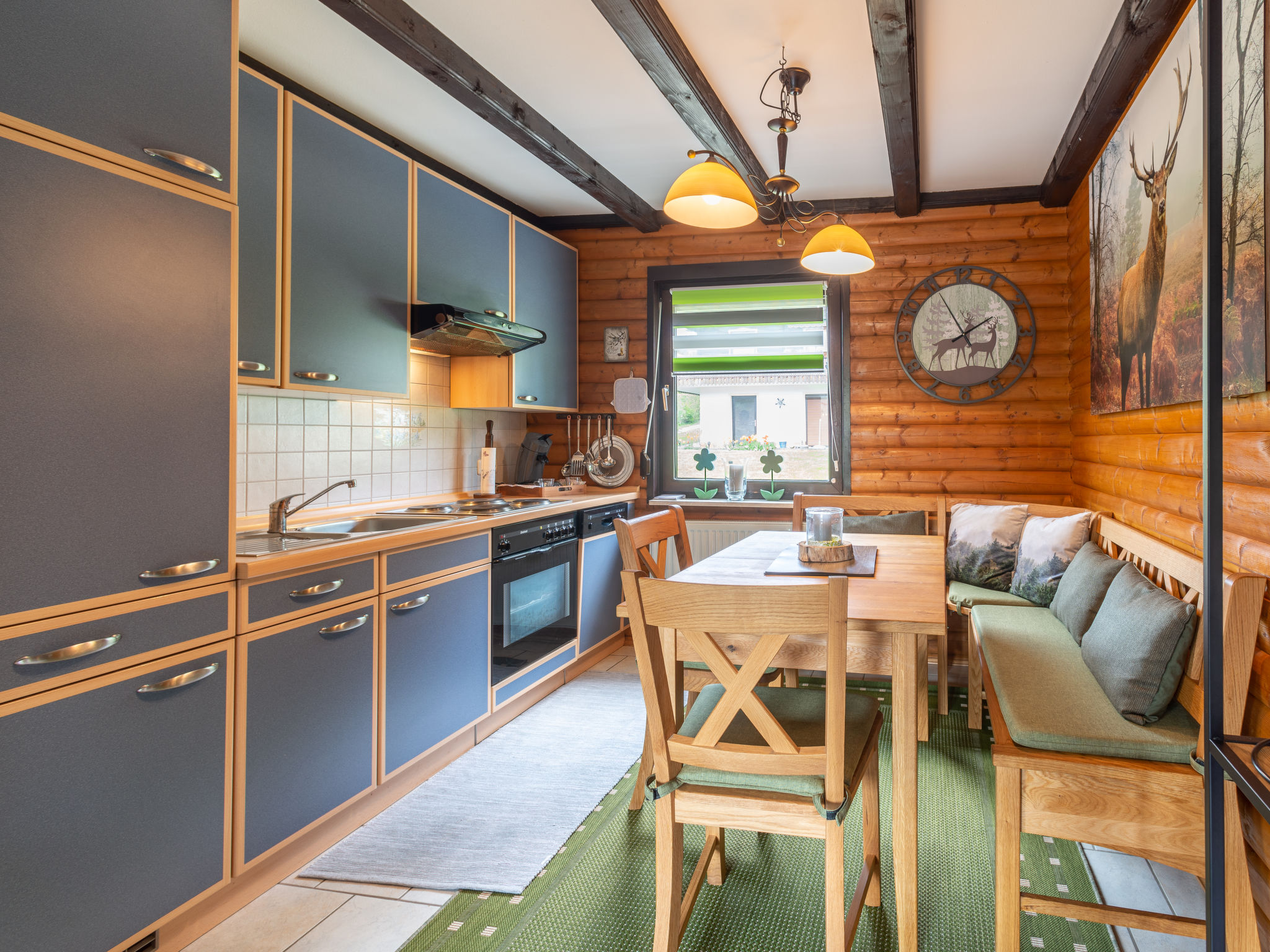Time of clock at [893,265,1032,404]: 1:55
